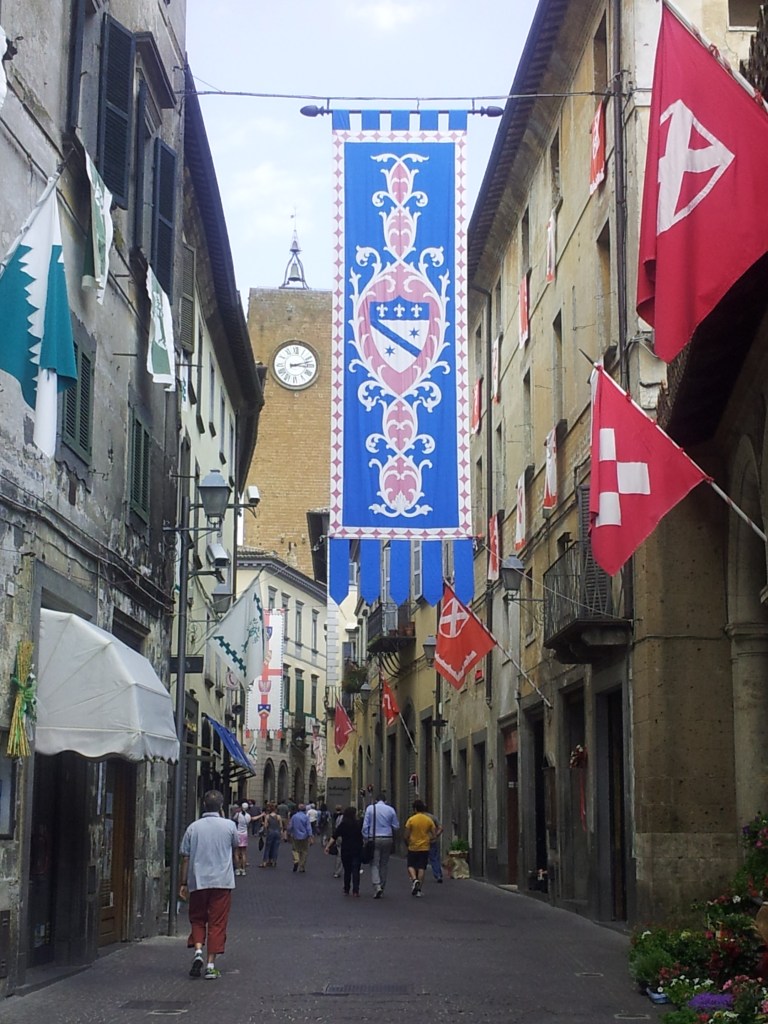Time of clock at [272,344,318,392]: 3:12
